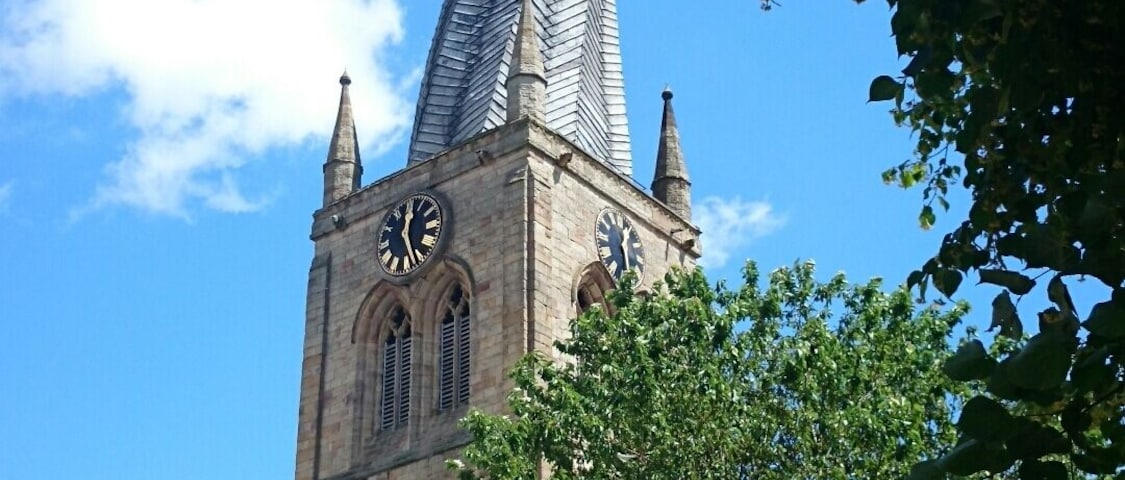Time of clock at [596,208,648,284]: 12:28
